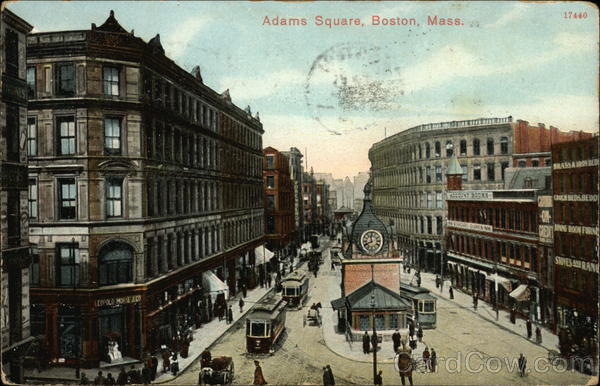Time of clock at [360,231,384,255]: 11:40
